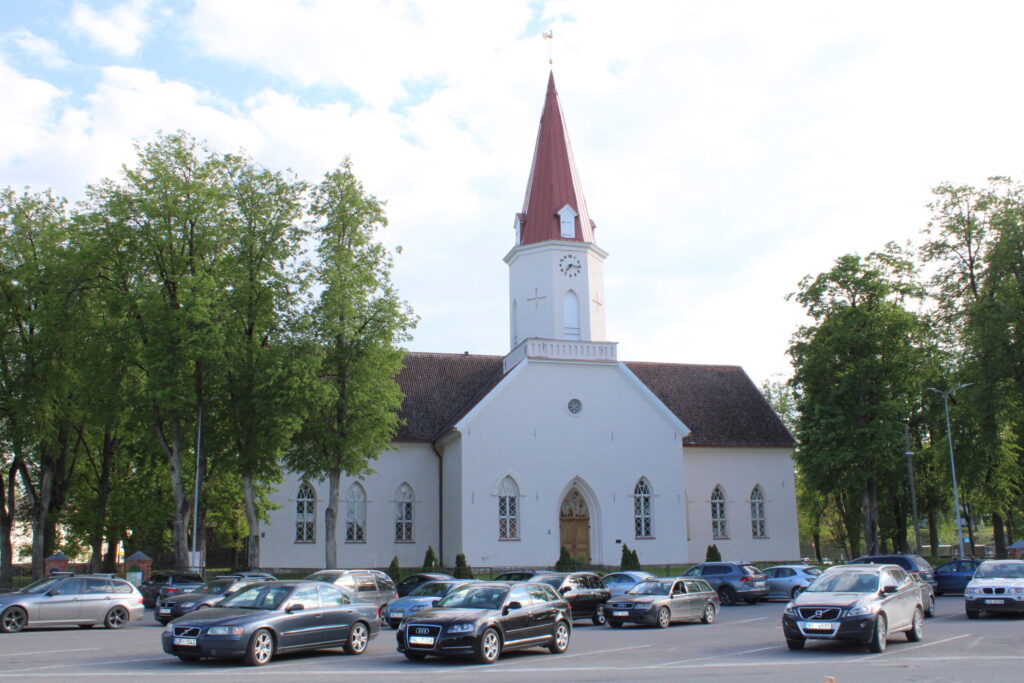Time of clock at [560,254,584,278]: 7:16
